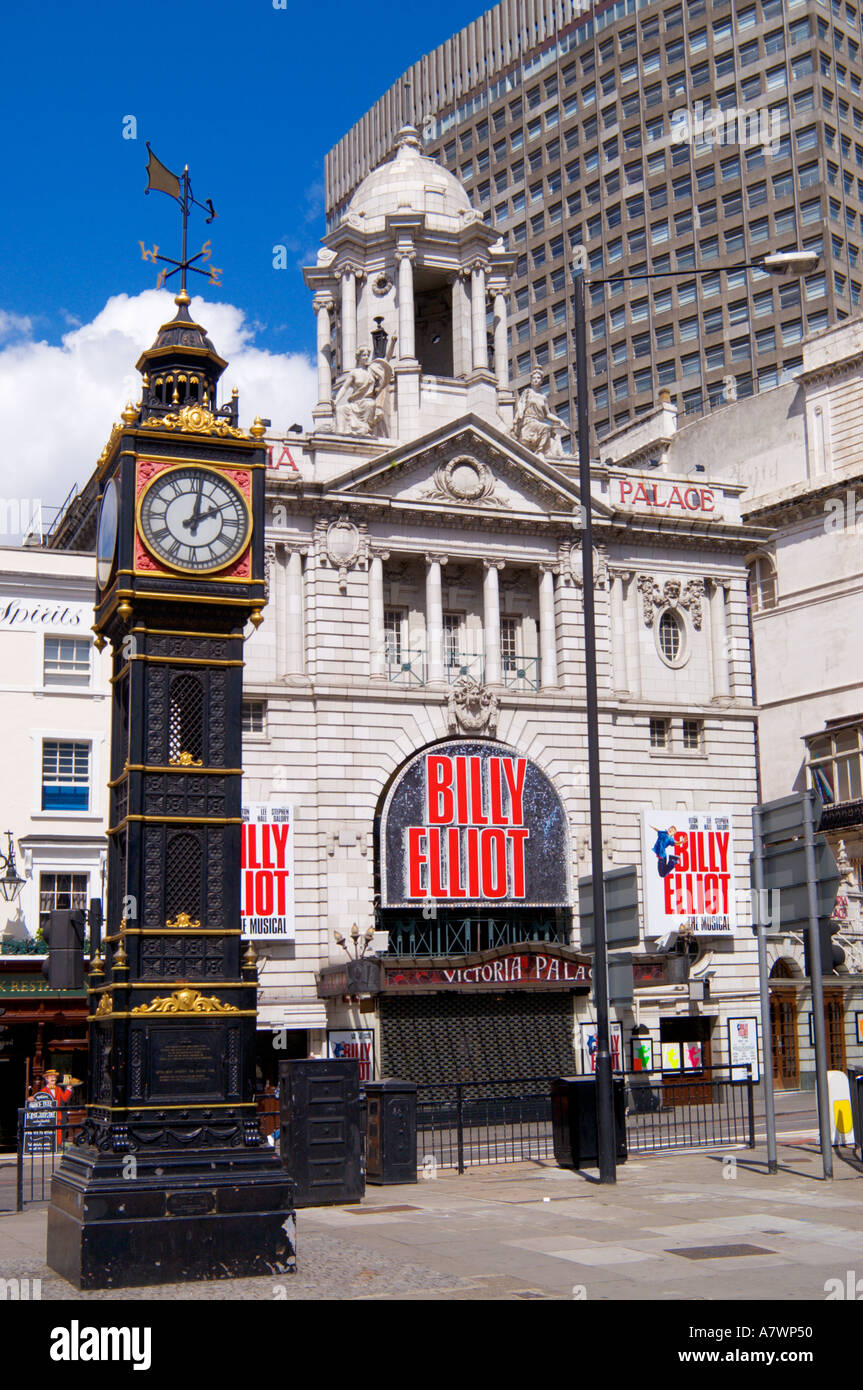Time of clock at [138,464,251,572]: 2:01
